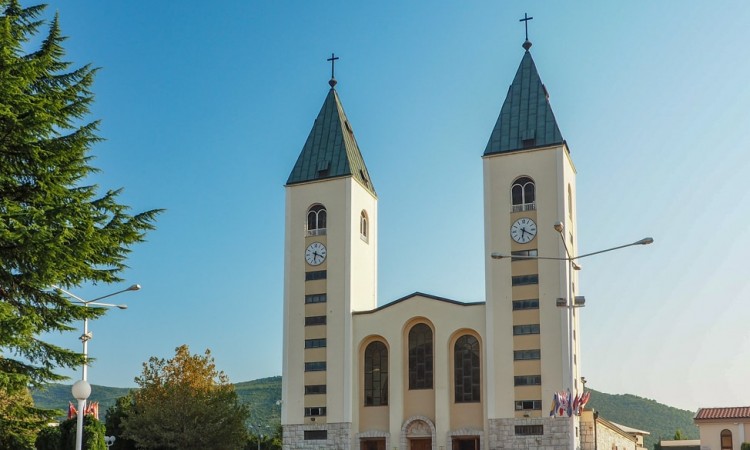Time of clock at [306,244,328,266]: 6:18
